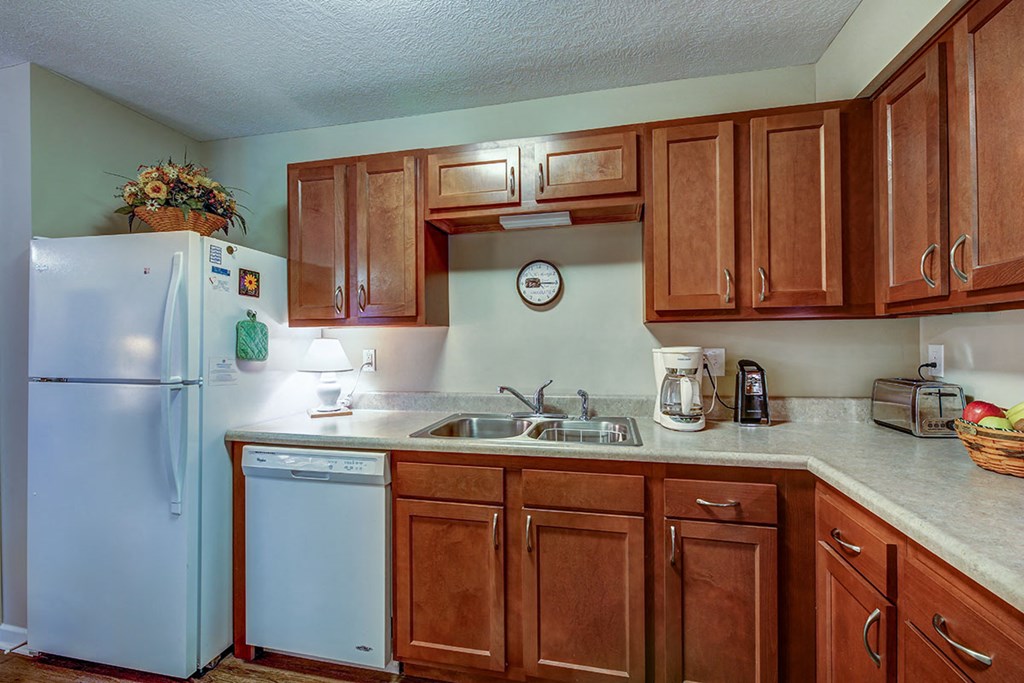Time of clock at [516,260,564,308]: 9:15
